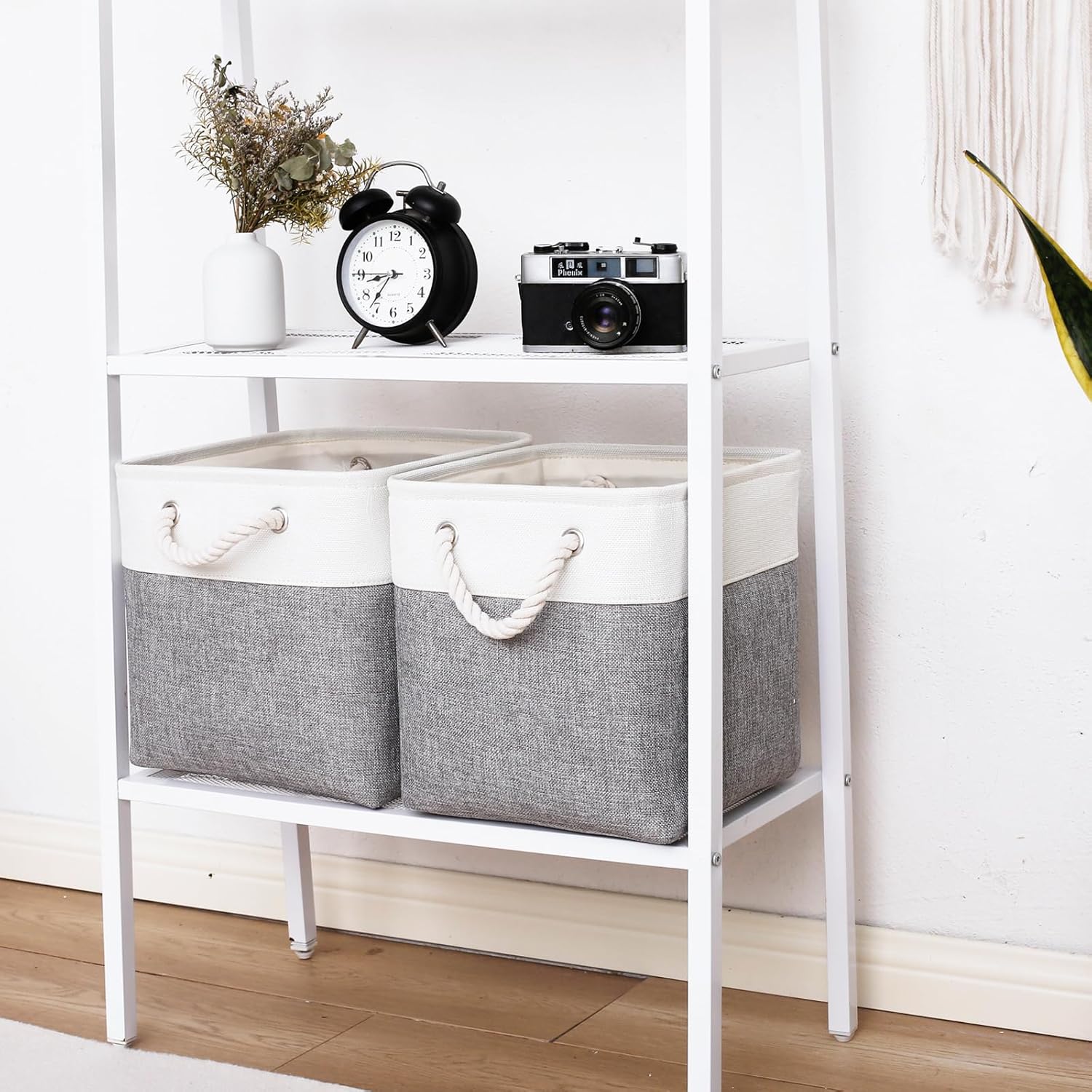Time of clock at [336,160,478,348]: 8:36
